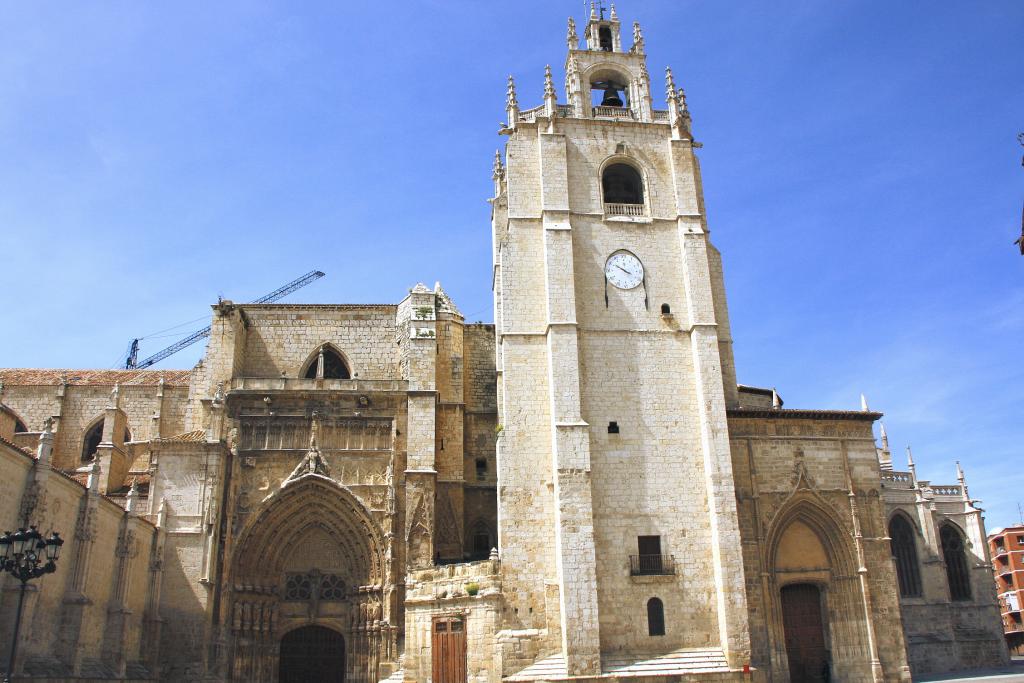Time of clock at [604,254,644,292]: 3:50
